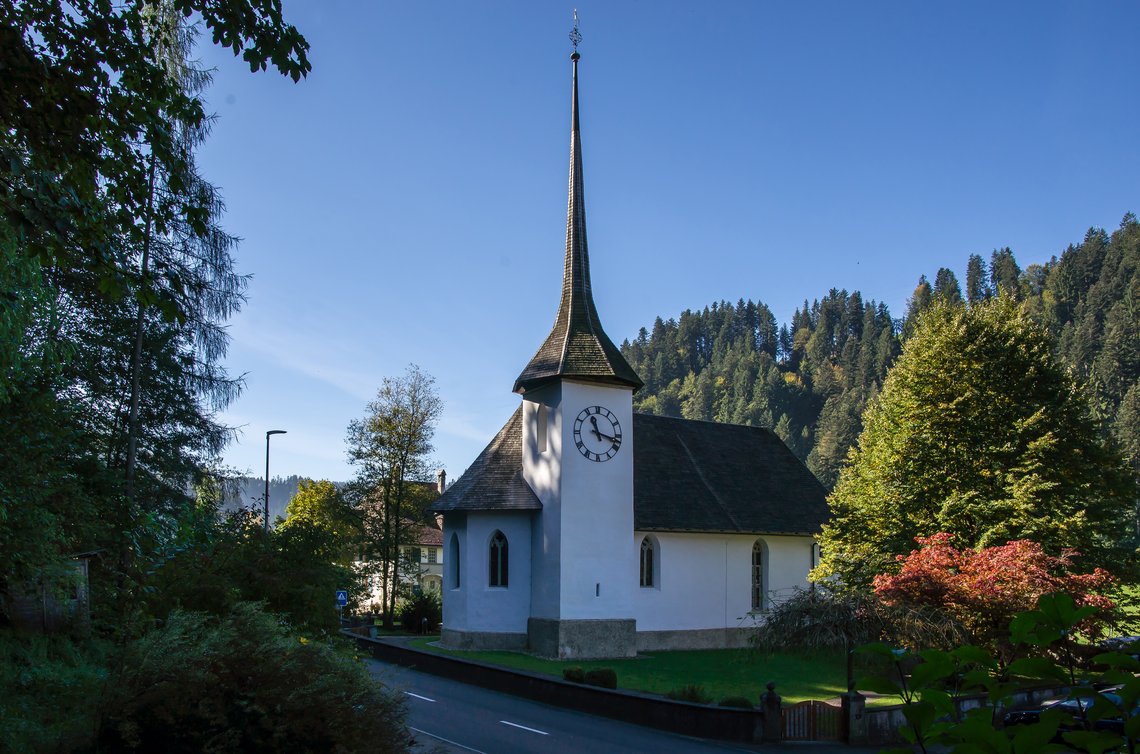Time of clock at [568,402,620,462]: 11:17
